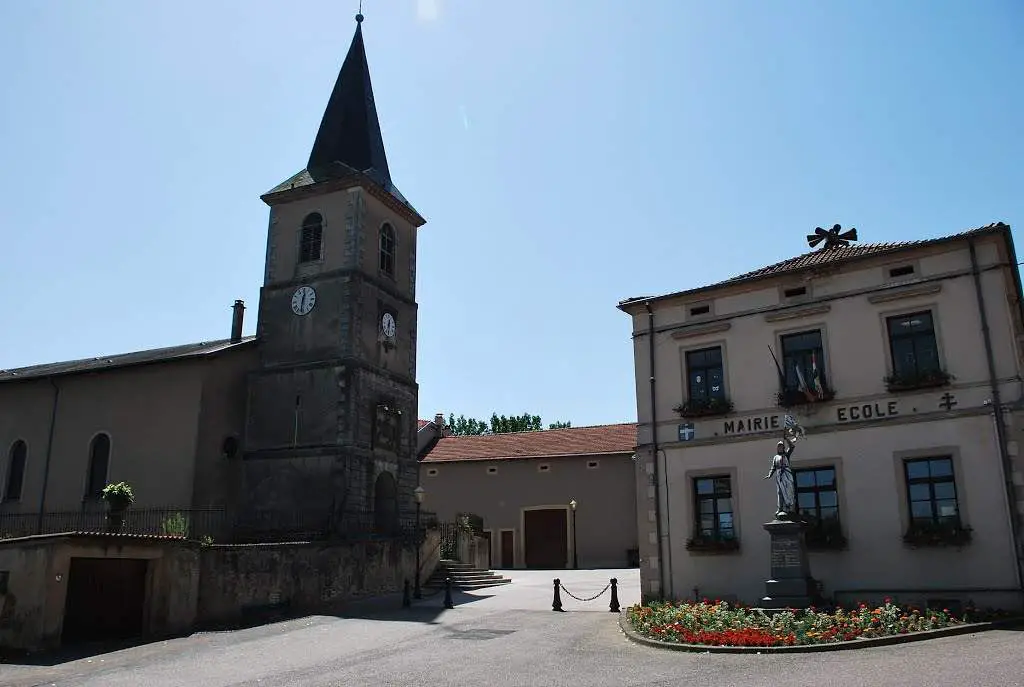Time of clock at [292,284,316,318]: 12:30
